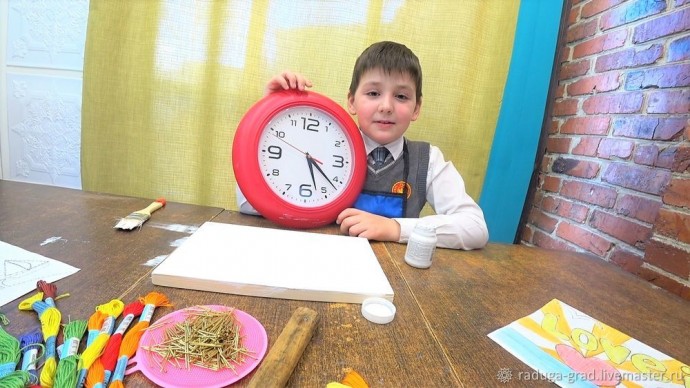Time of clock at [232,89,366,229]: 5:21
